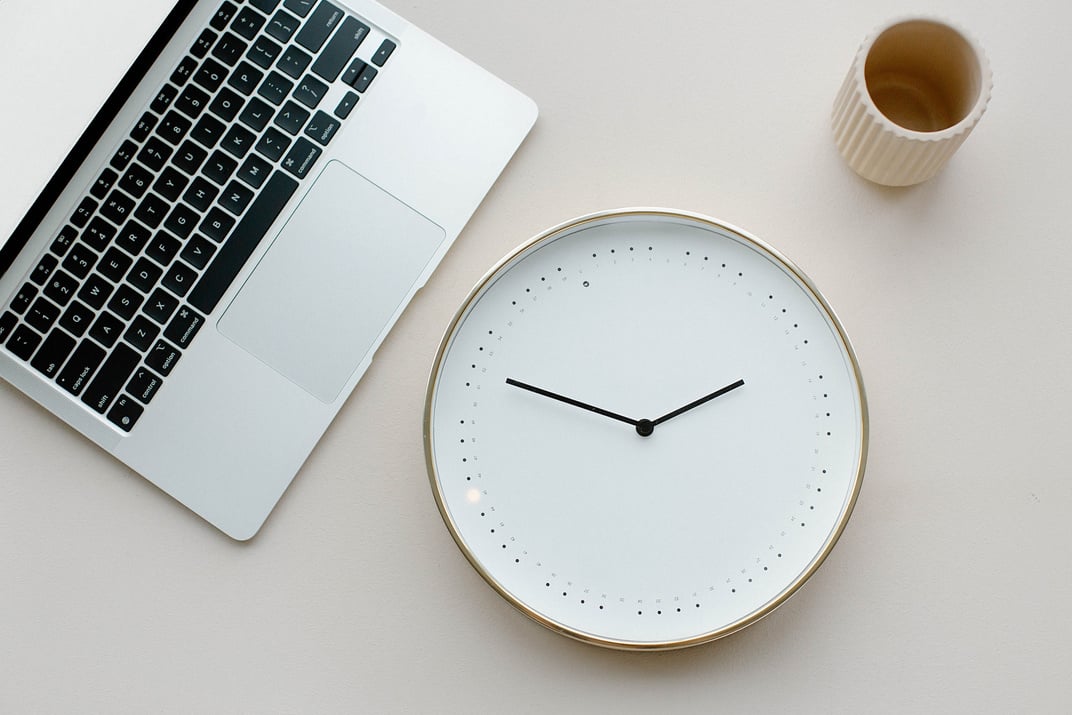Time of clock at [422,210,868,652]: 1:47
